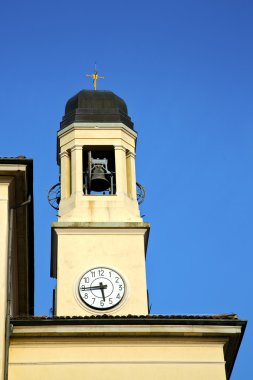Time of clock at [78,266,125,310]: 5:44
